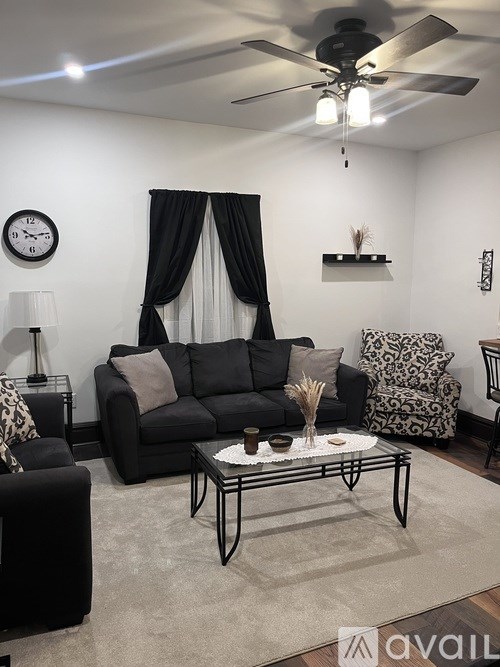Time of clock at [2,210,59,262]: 10:12
